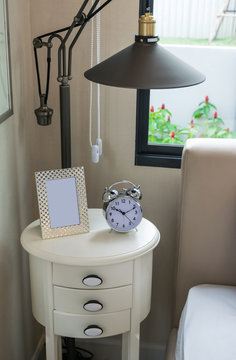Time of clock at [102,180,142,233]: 10:11
